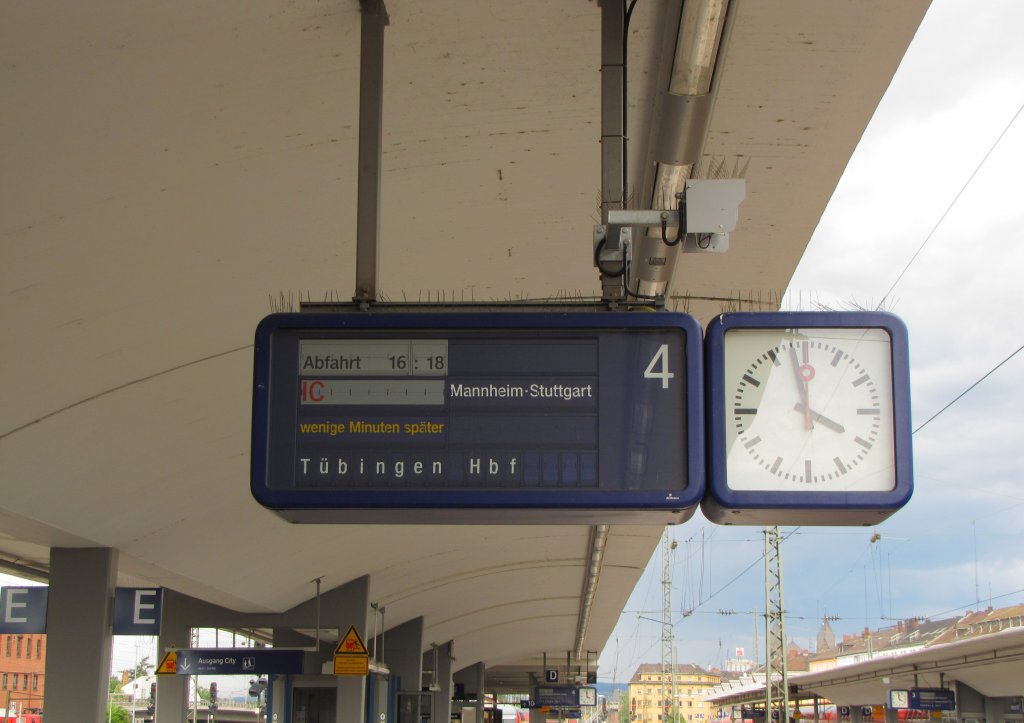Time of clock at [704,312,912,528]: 3:58
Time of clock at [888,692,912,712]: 3:58
